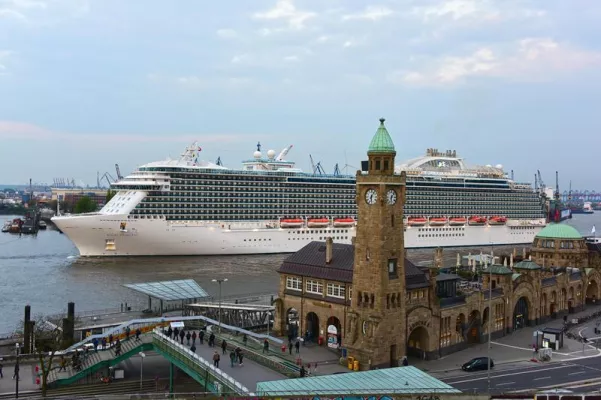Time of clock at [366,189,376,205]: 6:06
